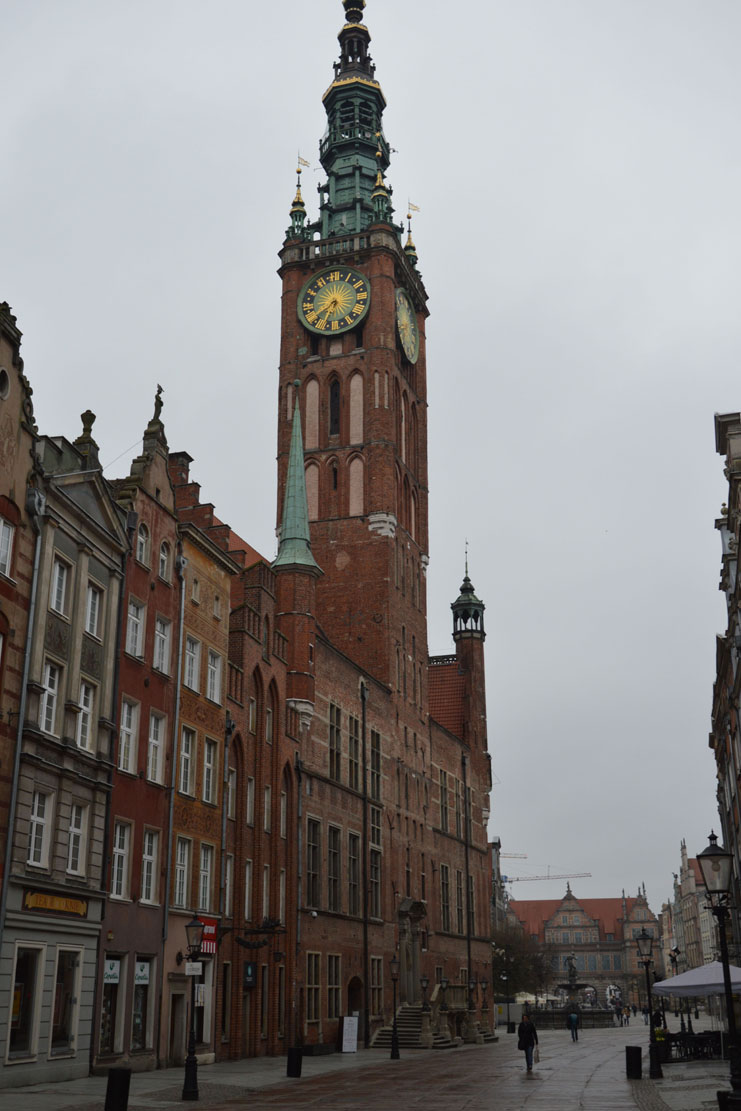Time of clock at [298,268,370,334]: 7:32
